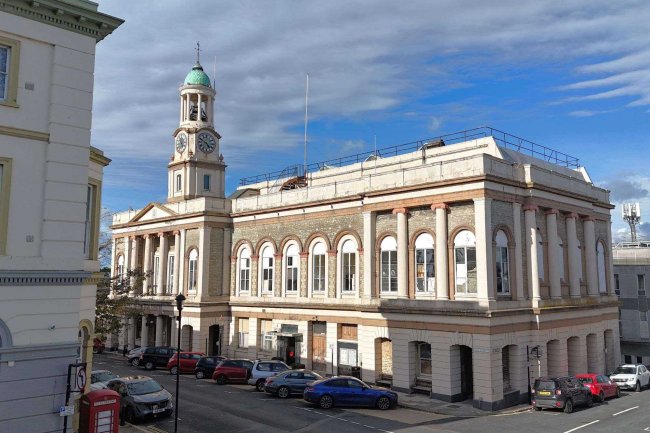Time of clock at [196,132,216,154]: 4:49
